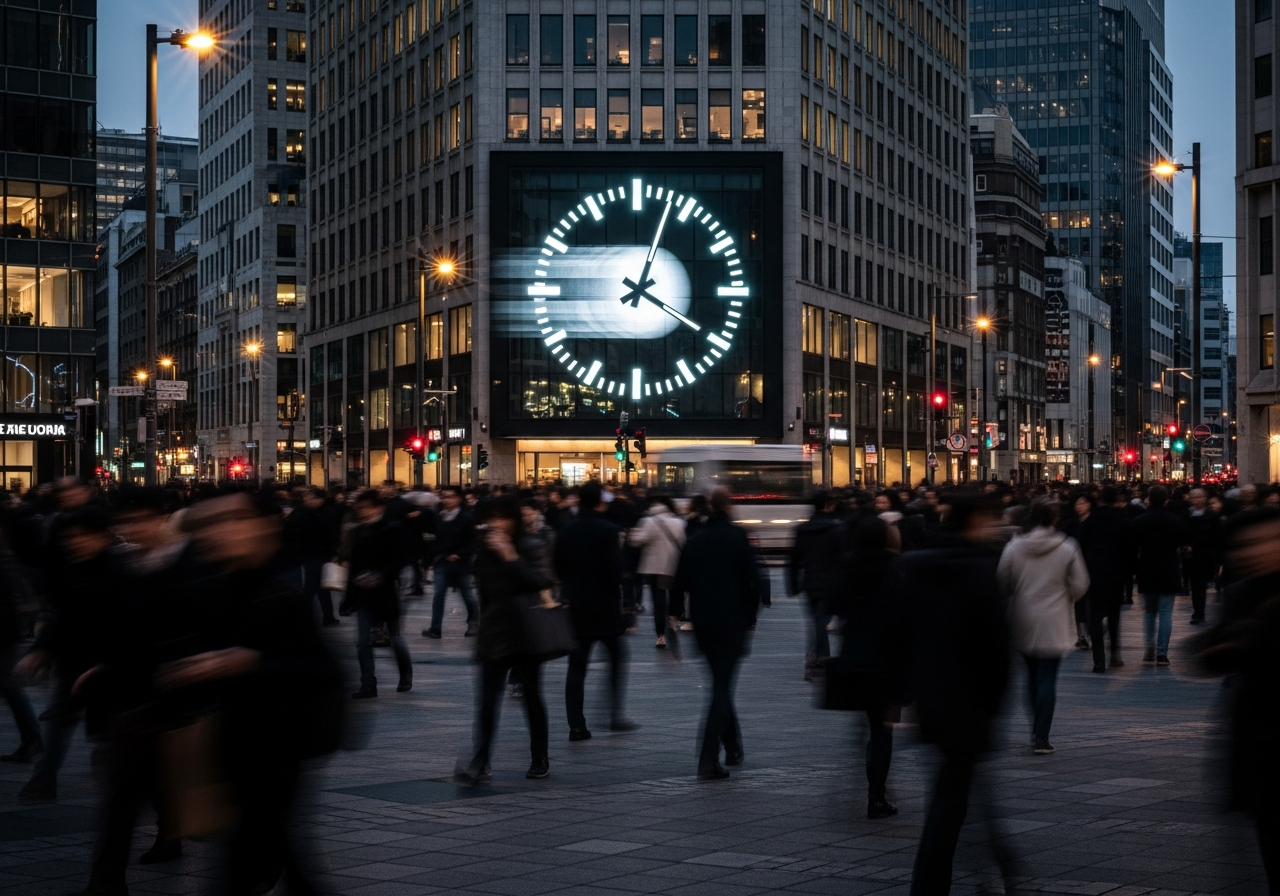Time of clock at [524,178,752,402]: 4:03
